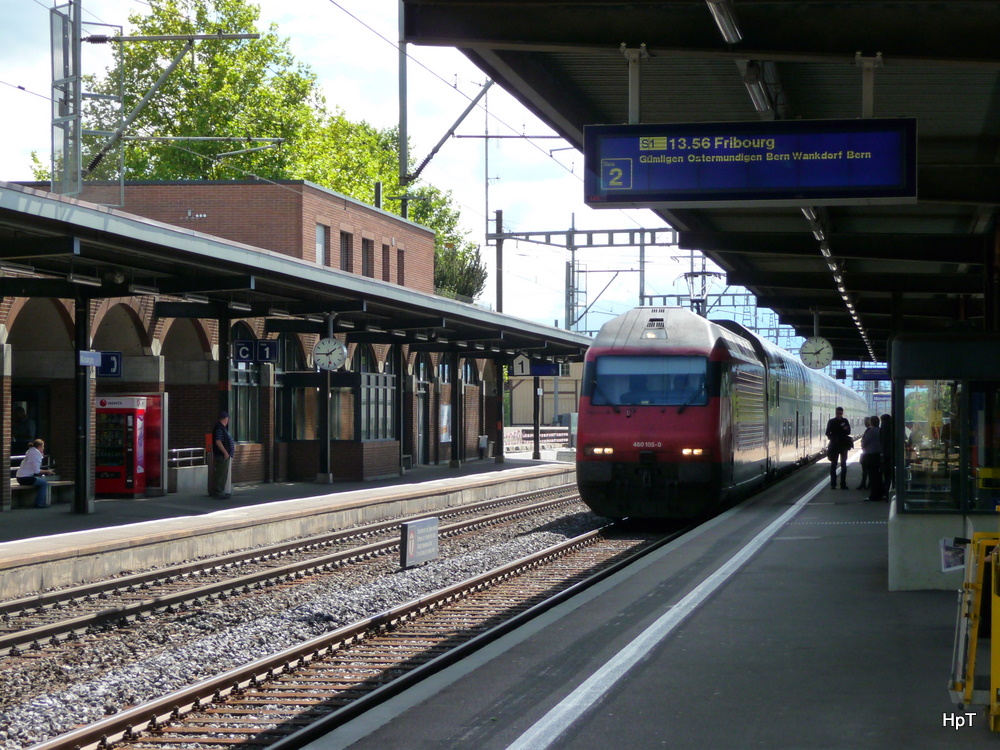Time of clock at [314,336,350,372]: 1:45
